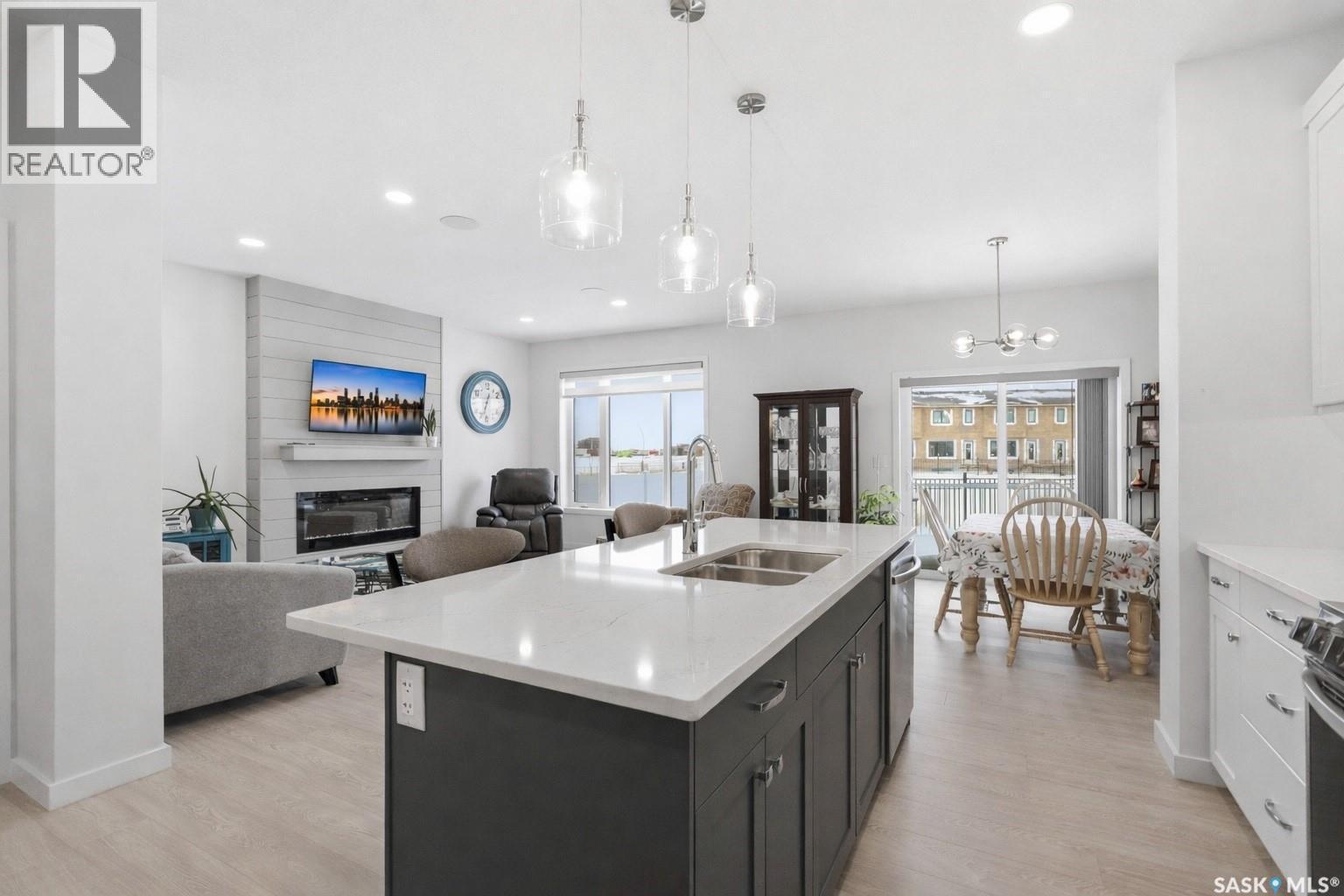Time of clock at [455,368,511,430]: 12:33
